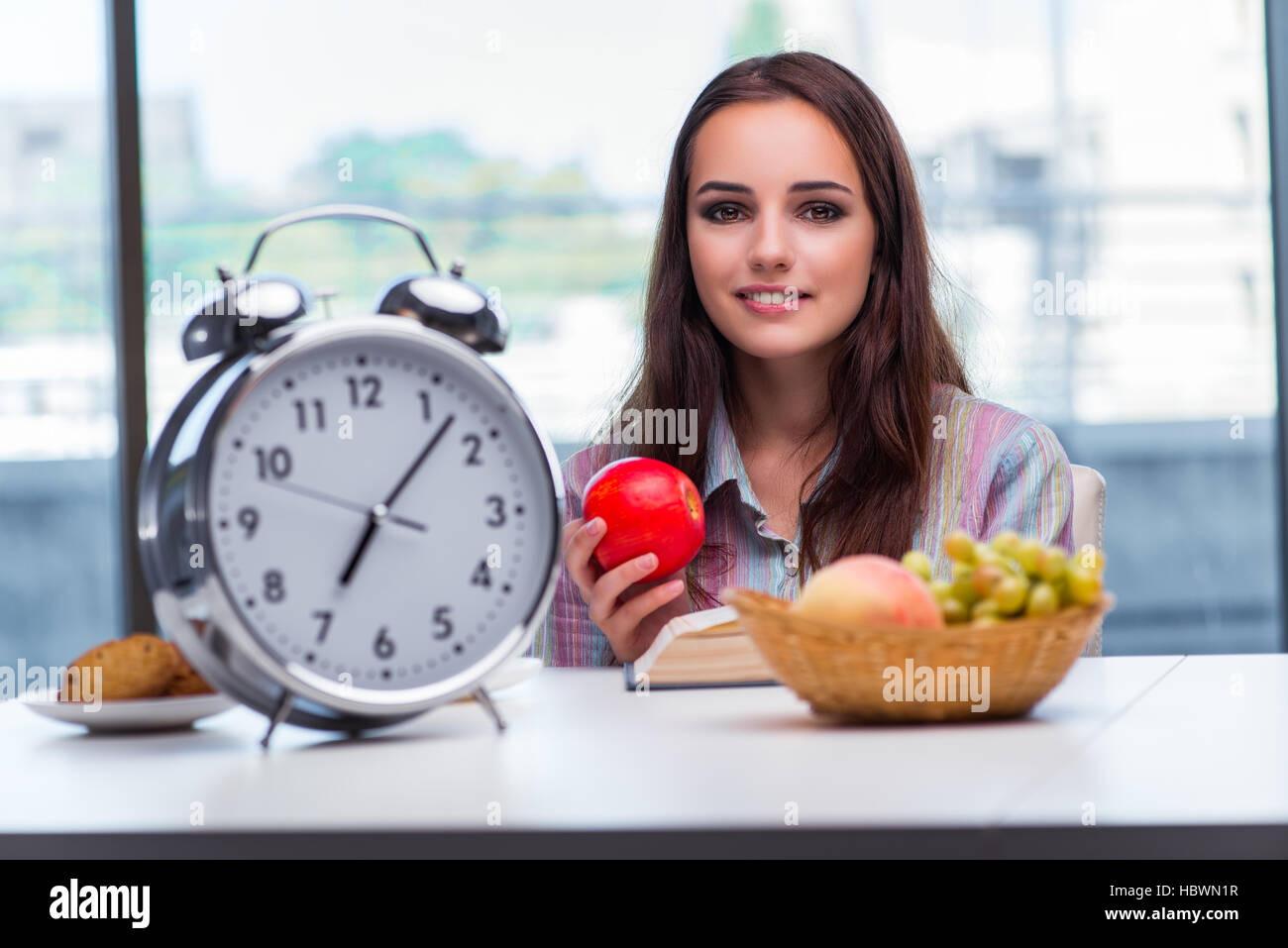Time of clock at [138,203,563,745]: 7:07
